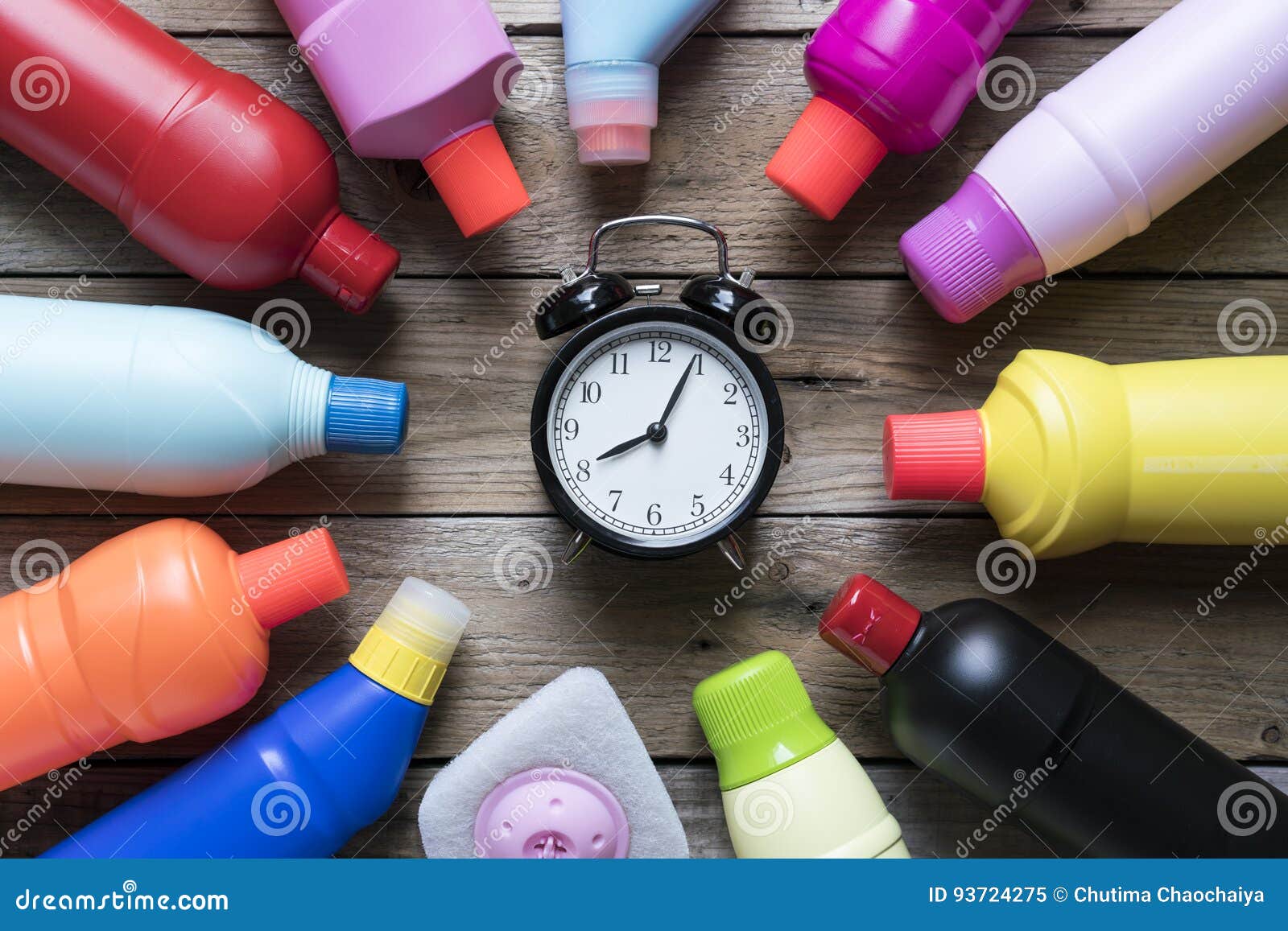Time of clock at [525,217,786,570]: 8:04
